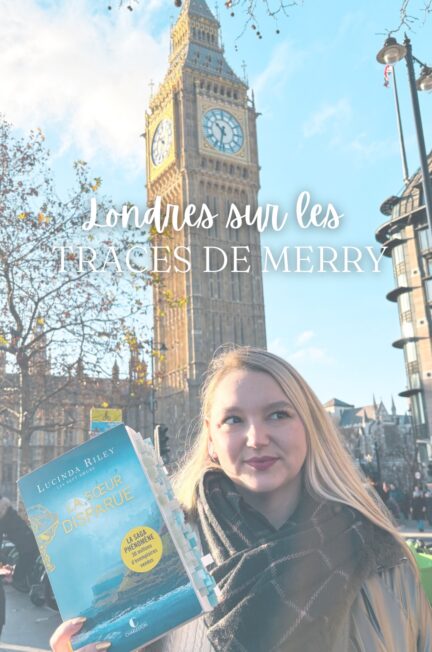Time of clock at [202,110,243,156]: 10:32
